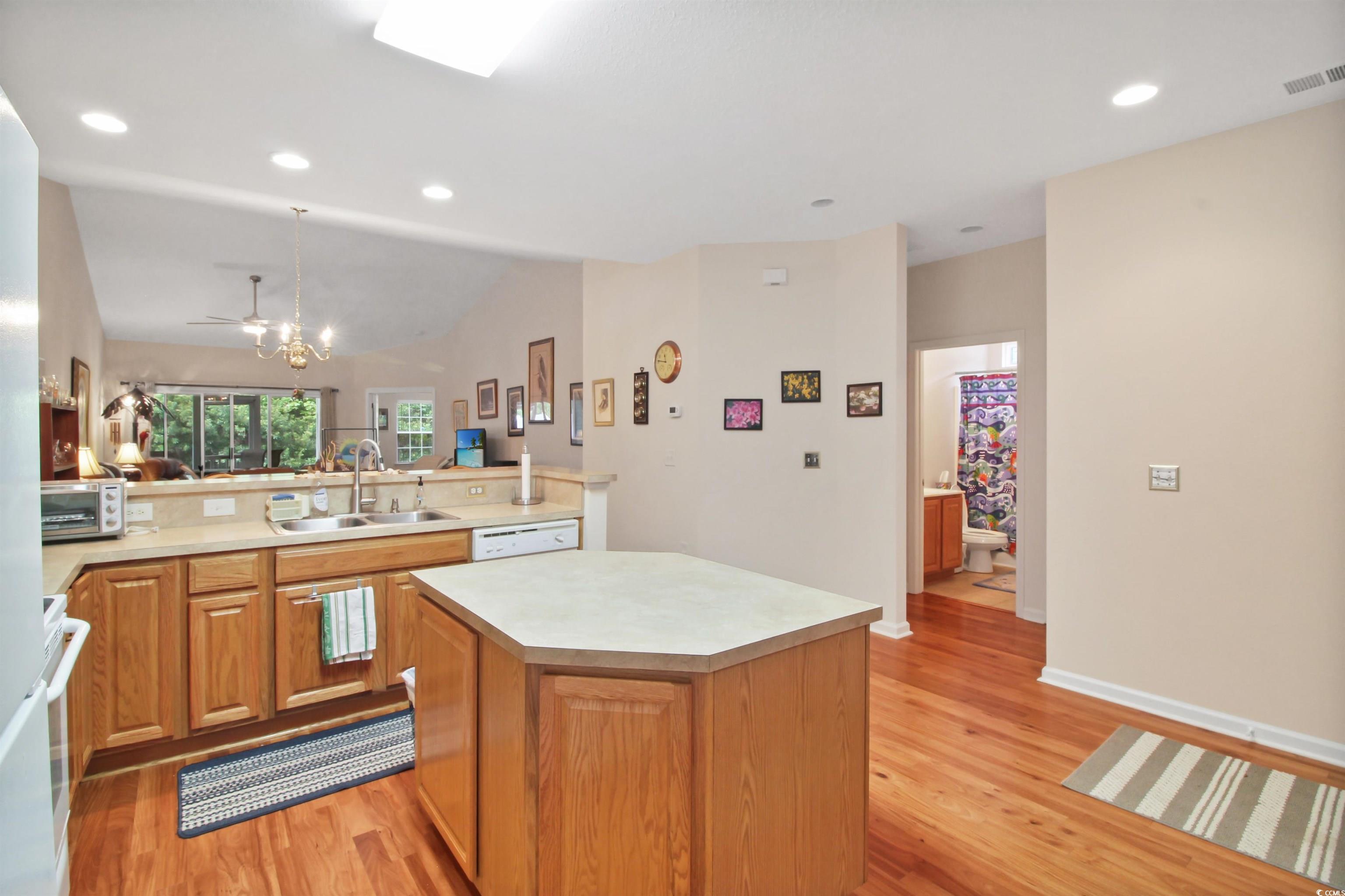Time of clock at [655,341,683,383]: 11:46
